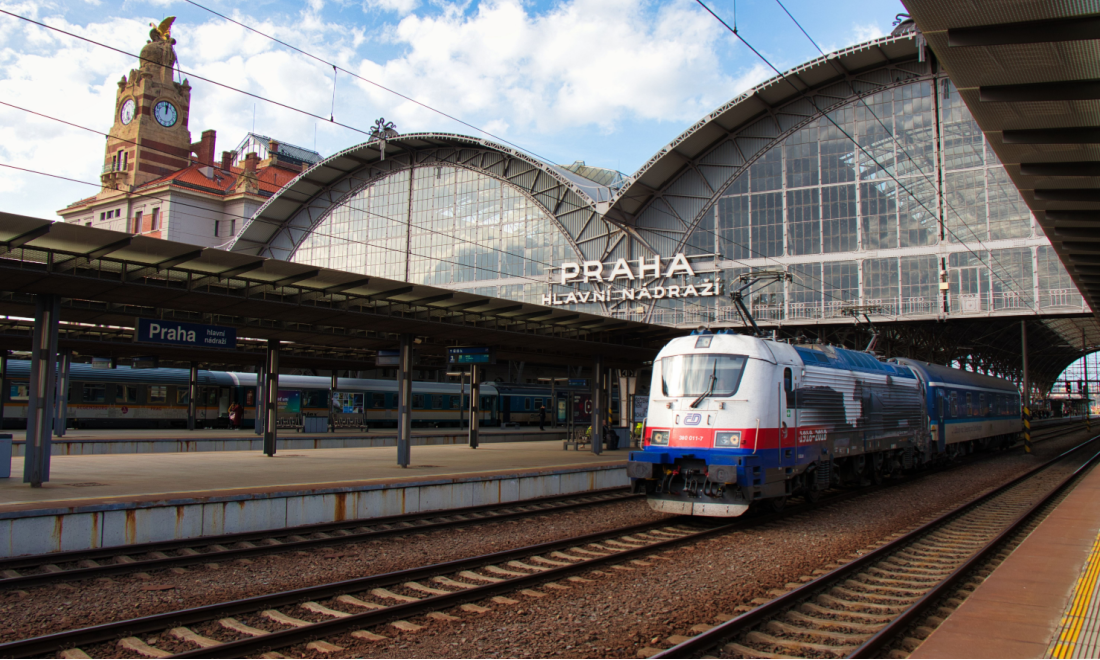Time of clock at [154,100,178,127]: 12:01
